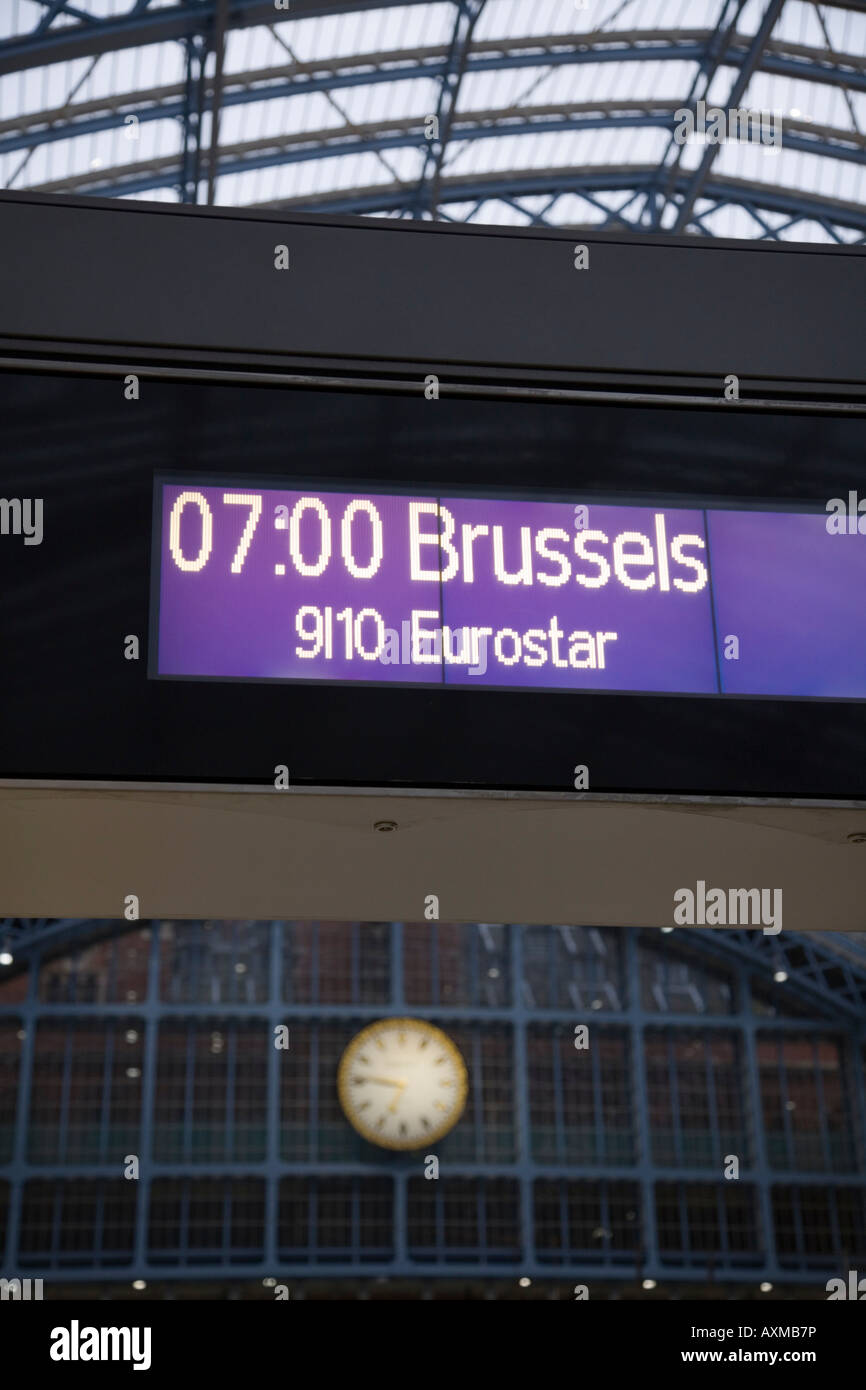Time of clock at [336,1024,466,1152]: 6:46
